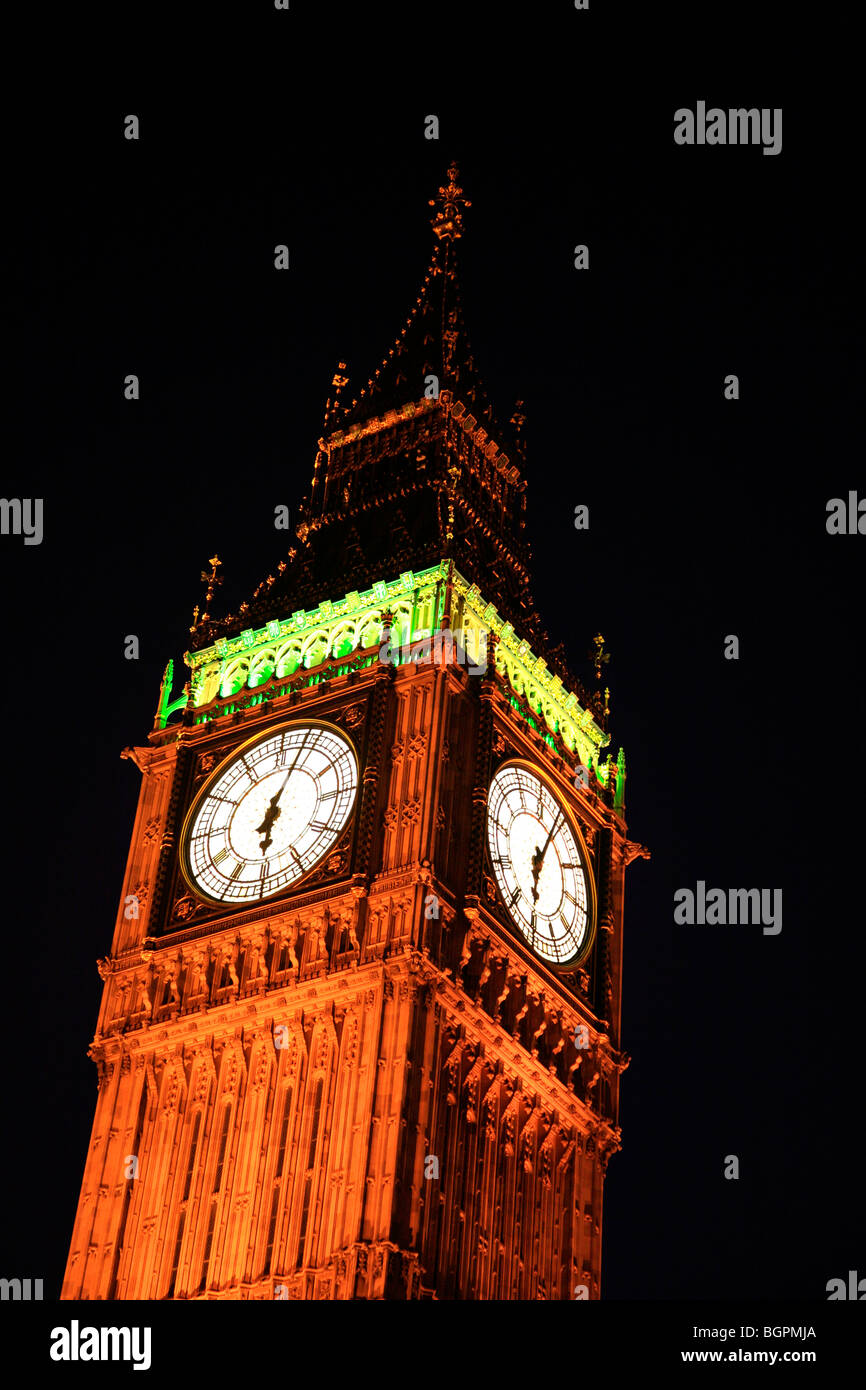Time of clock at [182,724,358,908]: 6:03
